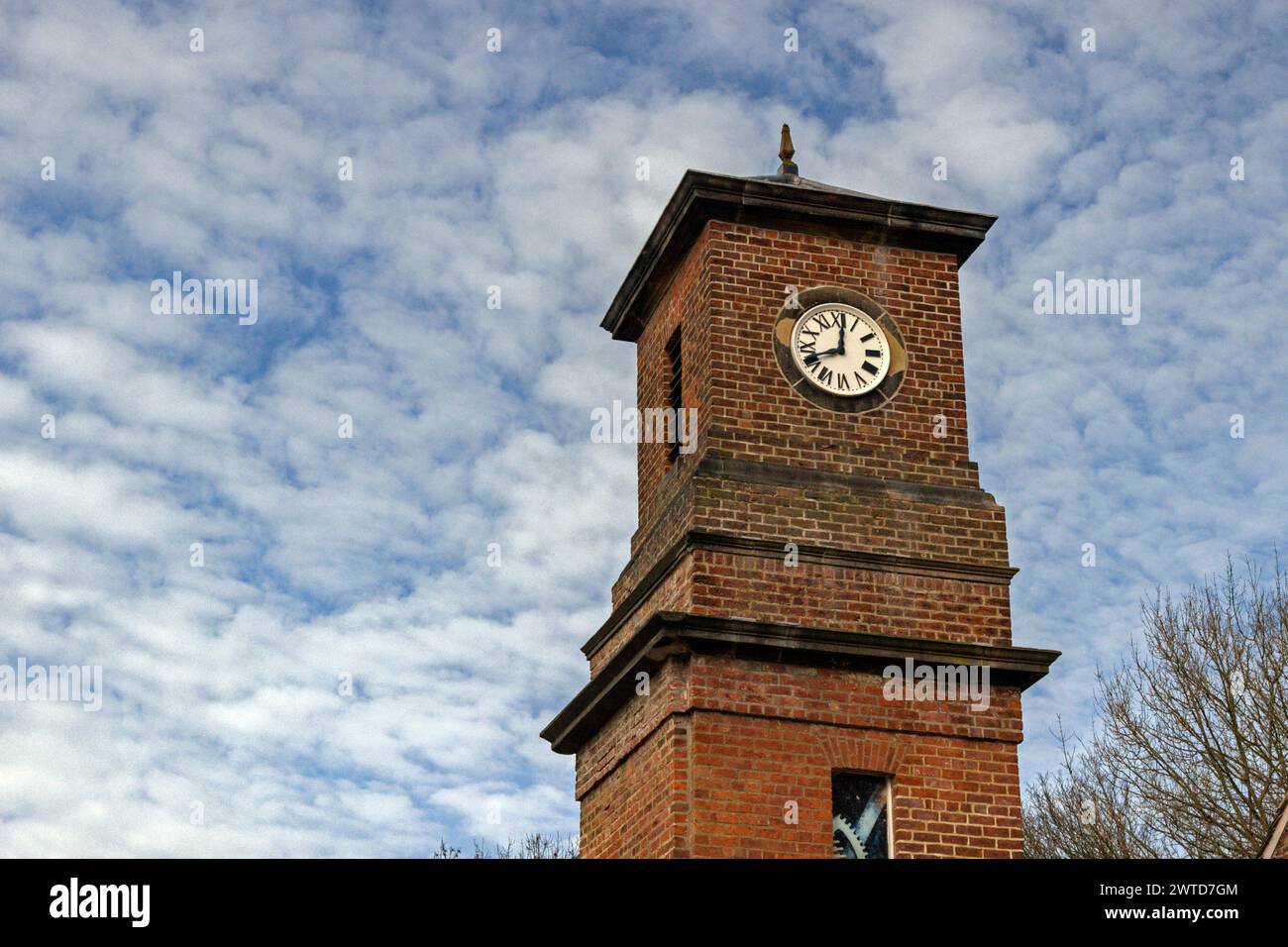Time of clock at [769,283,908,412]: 8:01
